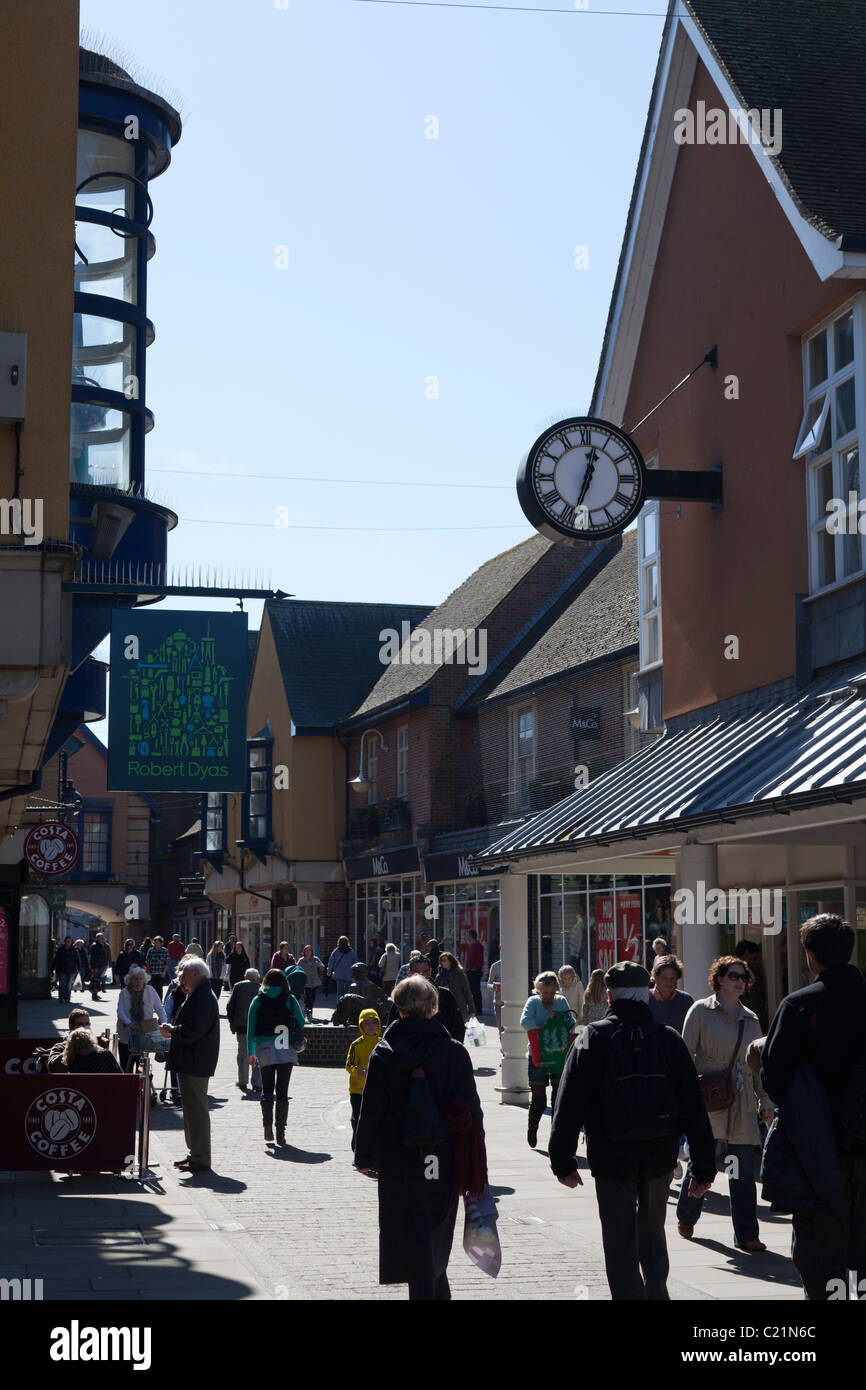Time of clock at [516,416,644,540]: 12:33
